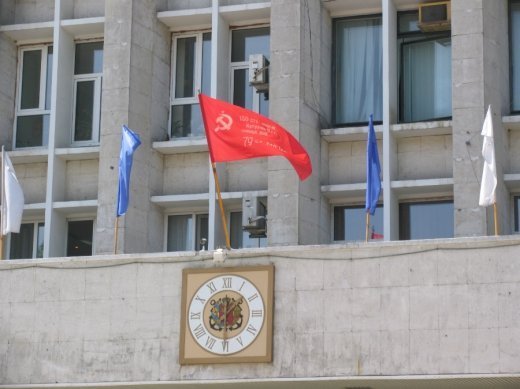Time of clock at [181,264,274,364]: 12:07
